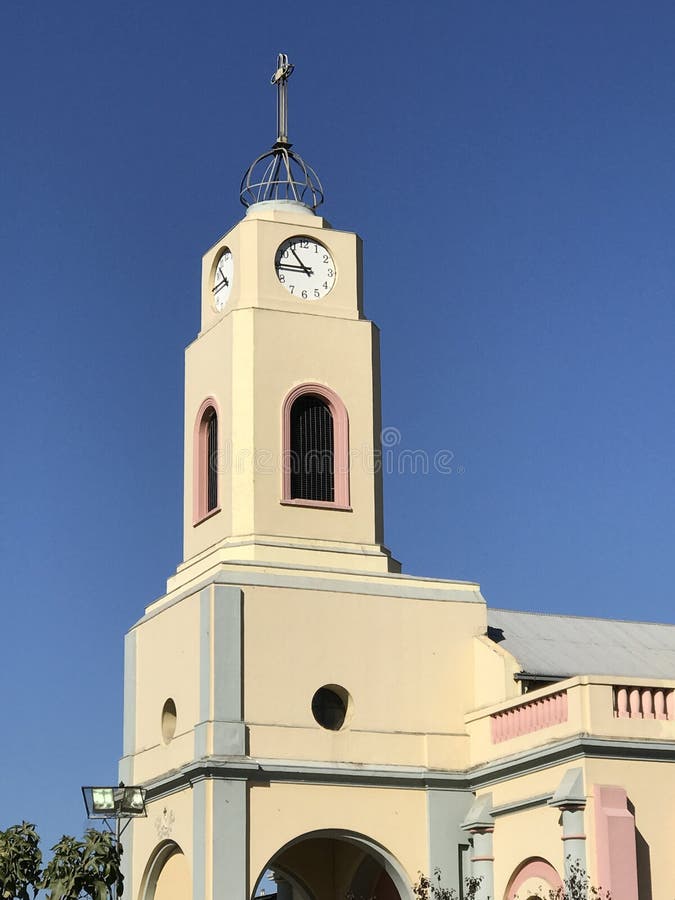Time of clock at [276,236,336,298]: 10:45
